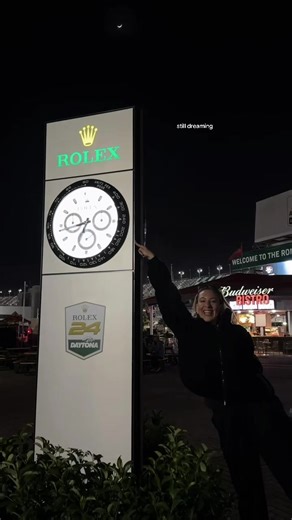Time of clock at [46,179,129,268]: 6:43
